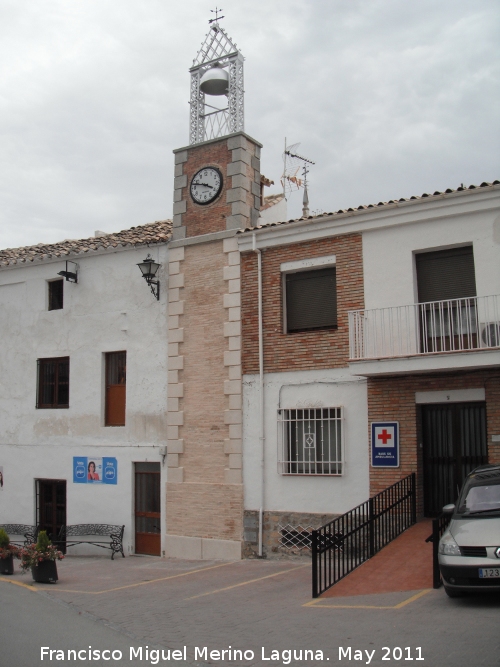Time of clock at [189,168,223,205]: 3:47
